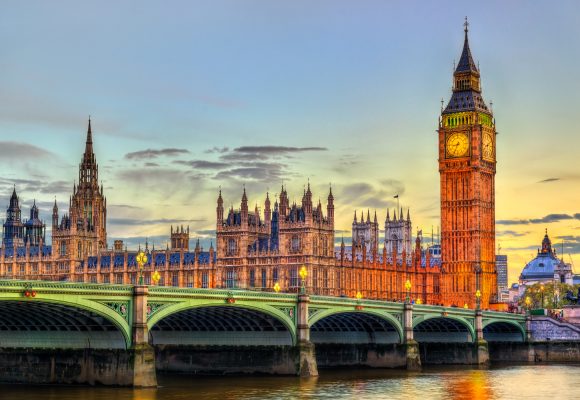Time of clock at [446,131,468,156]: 8:34
